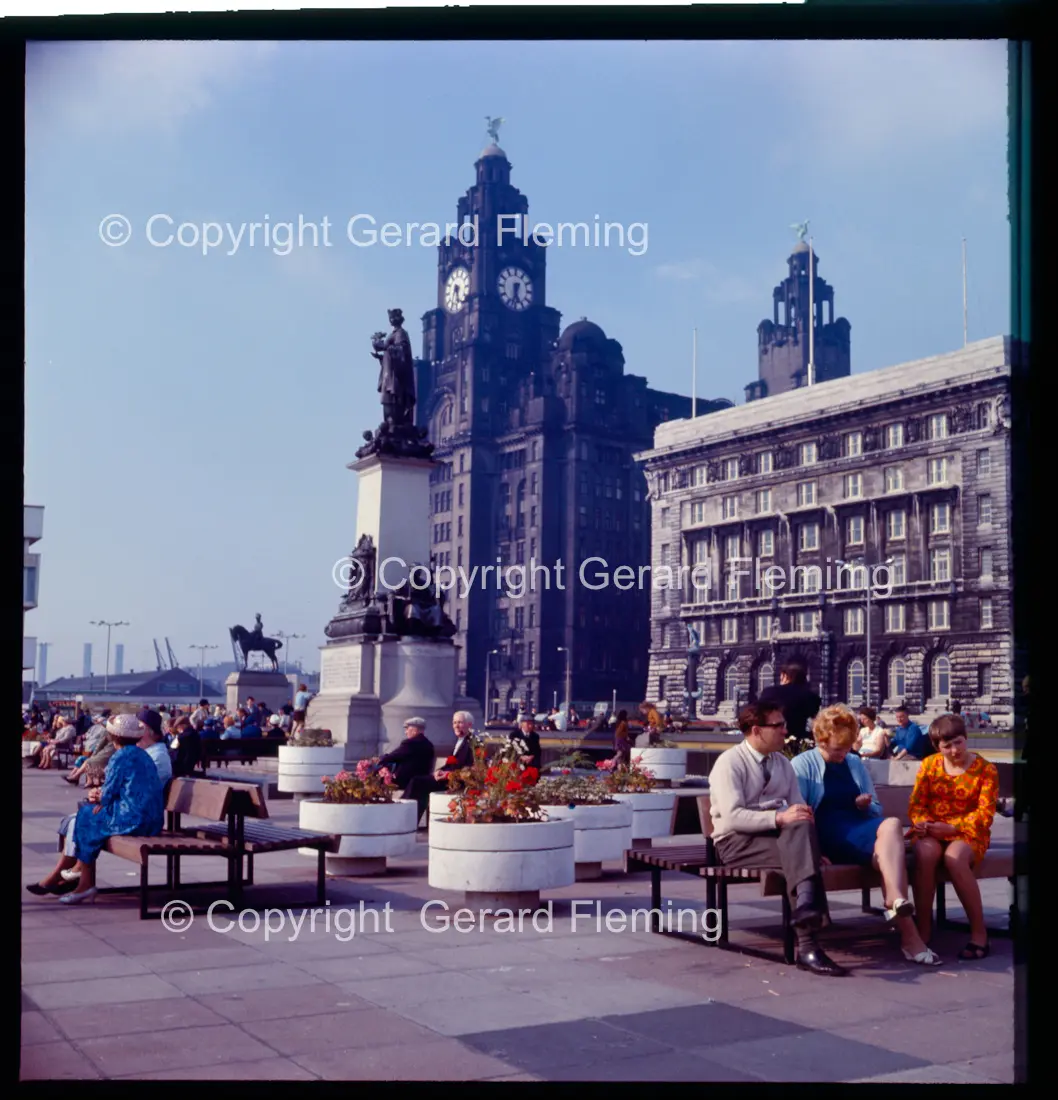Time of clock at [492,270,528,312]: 5:32
